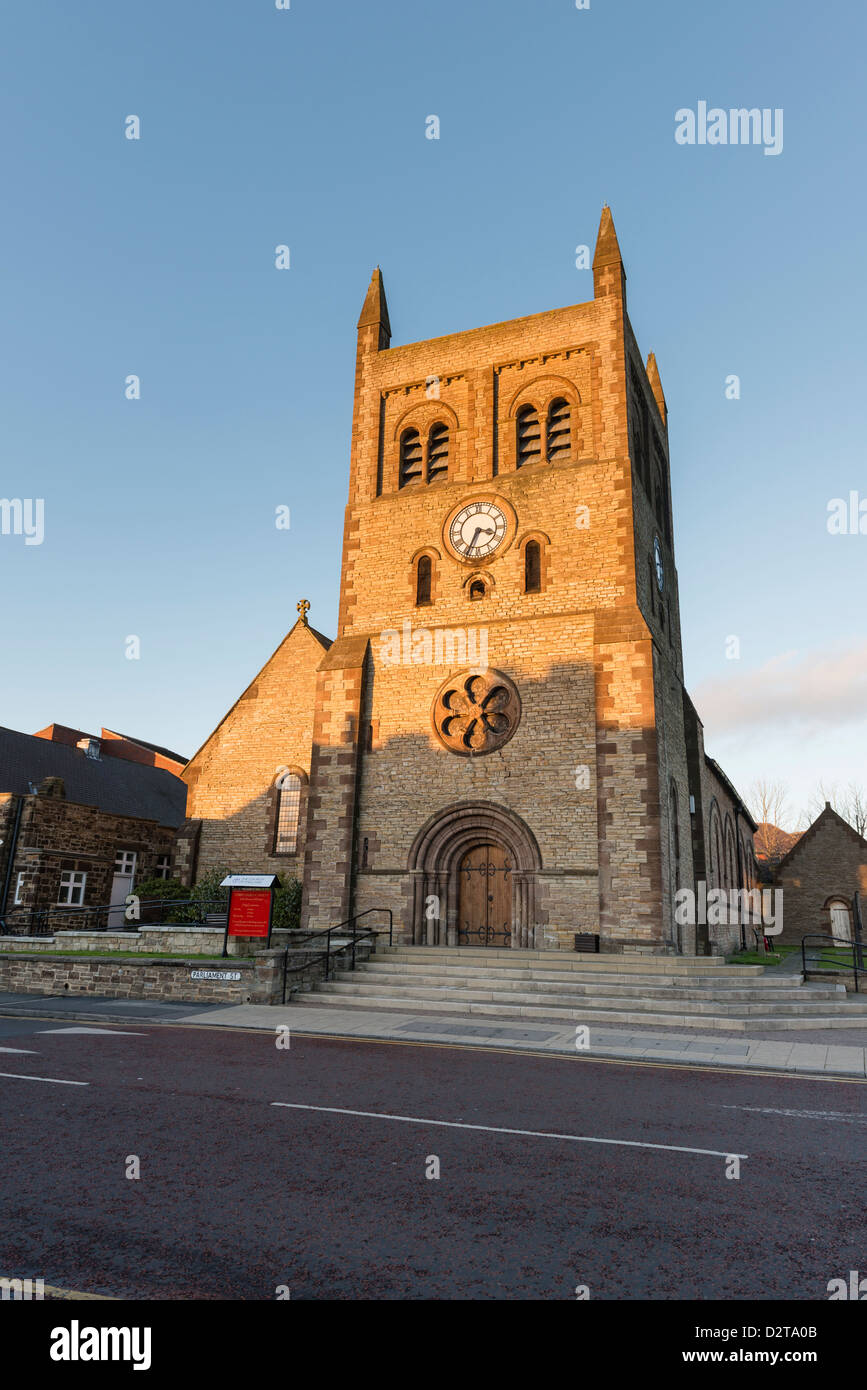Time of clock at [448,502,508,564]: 3:34
